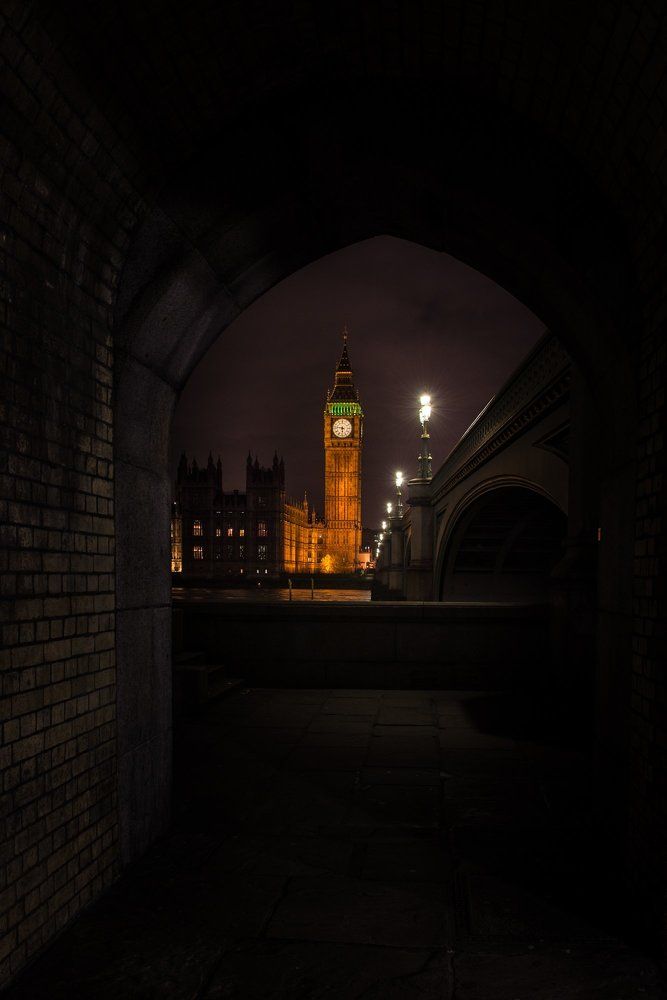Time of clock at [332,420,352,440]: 5:46
